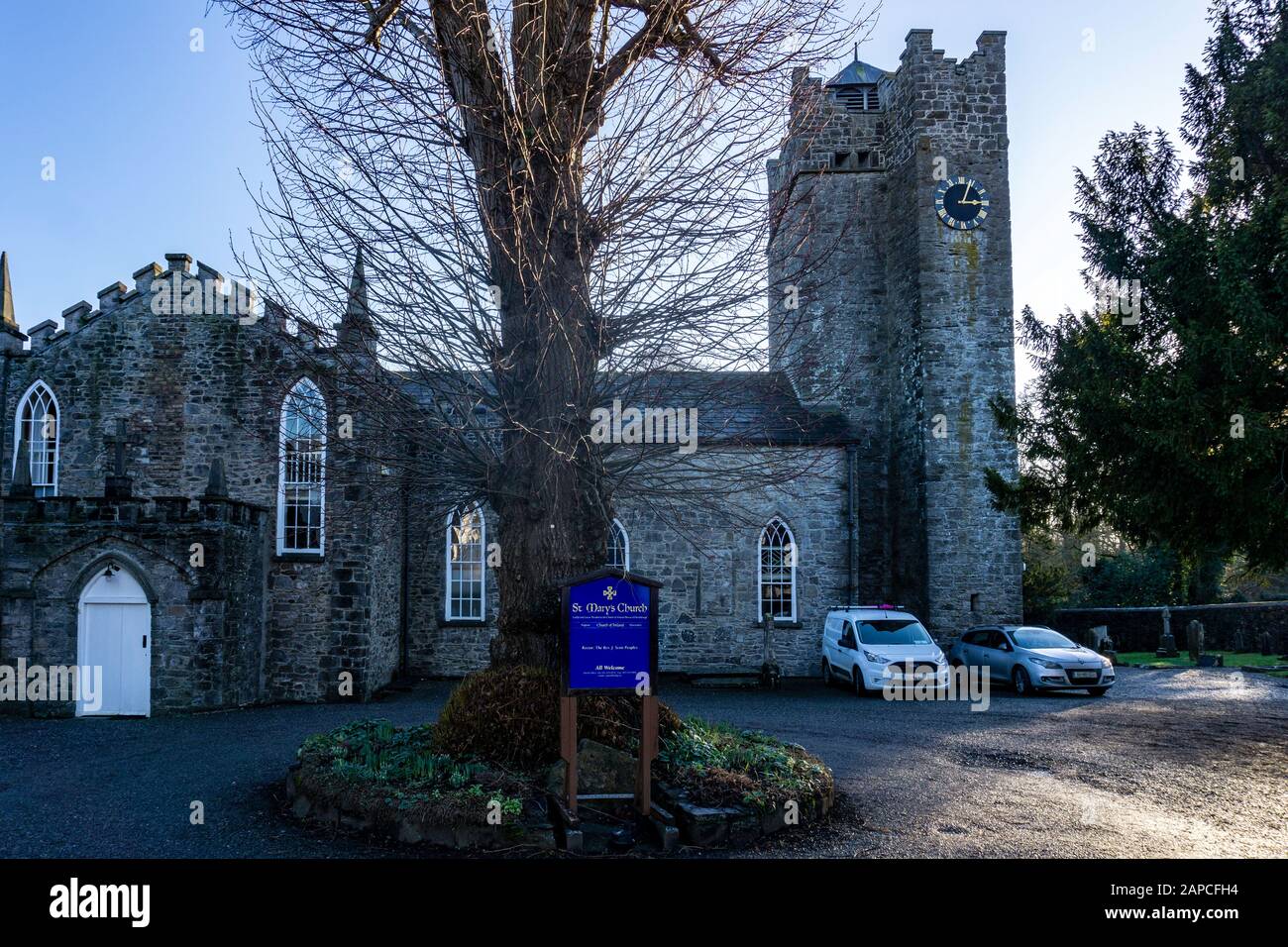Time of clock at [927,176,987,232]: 3:04
